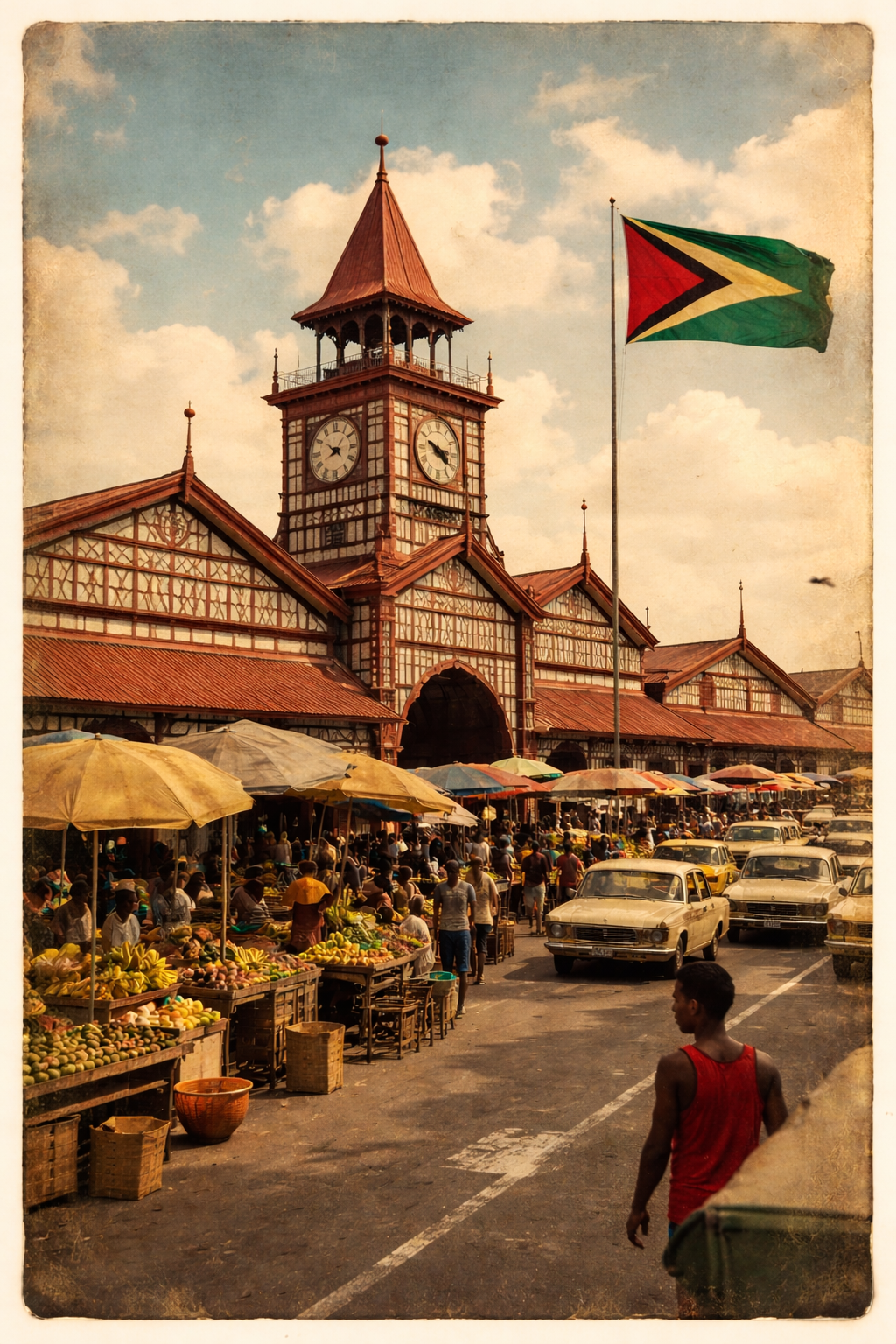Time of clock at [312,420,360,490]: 8:07
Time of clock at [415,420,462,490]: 3:48
